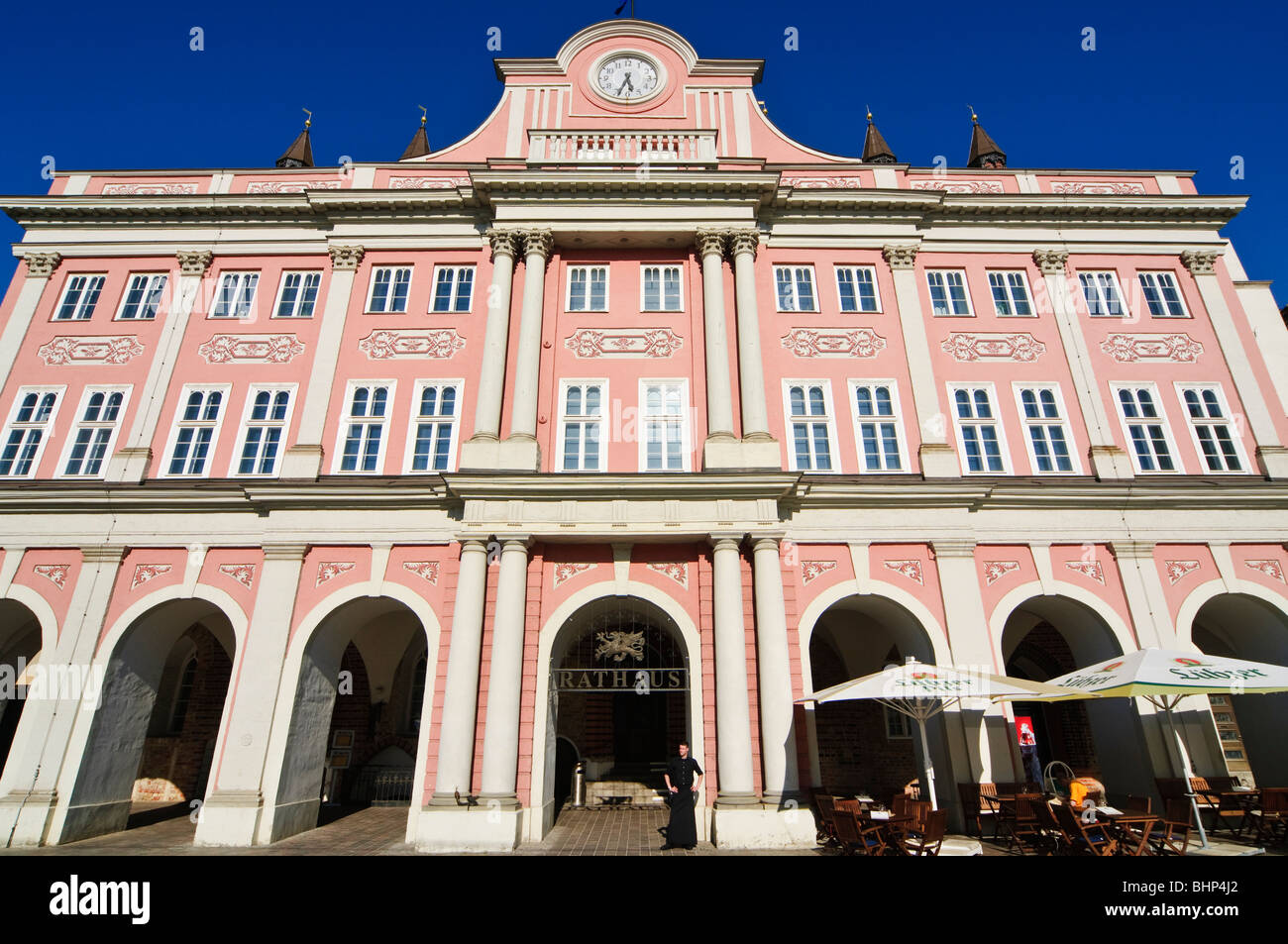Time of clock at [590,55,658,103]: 5:33
